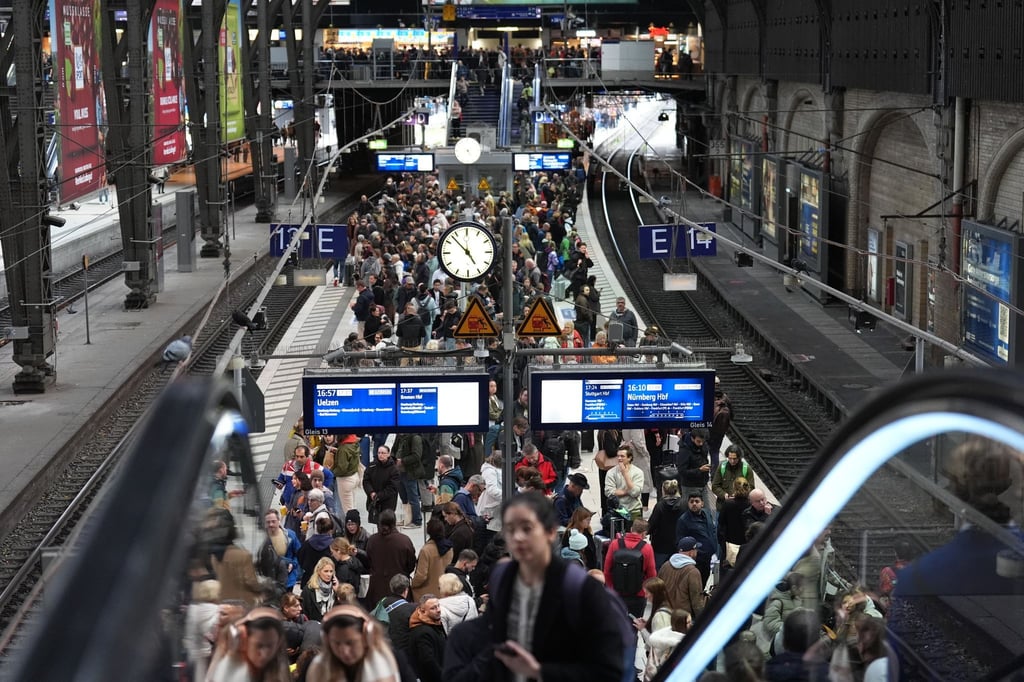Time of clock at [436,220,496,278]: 4:52
